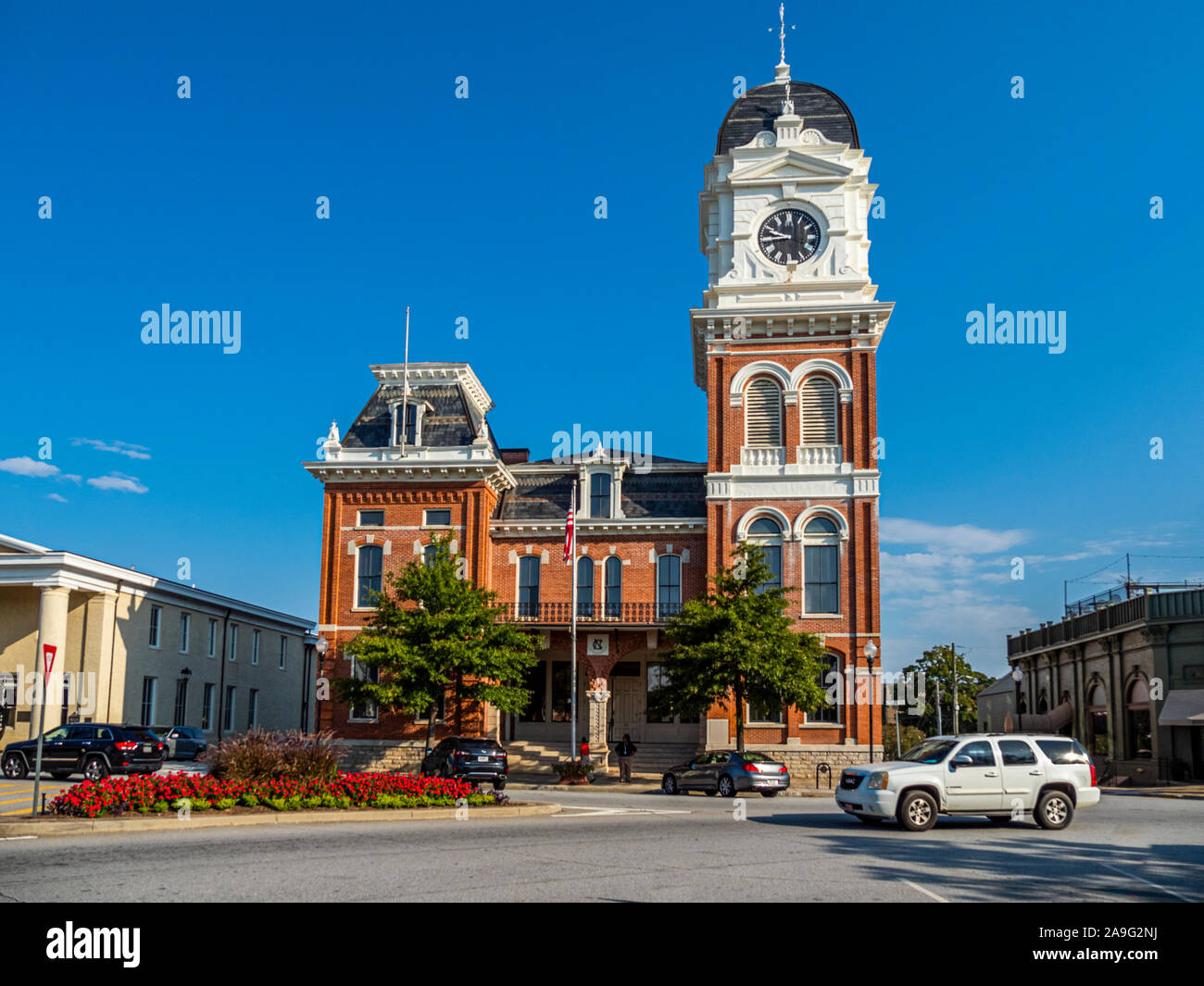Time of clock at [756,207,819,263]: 9:43
